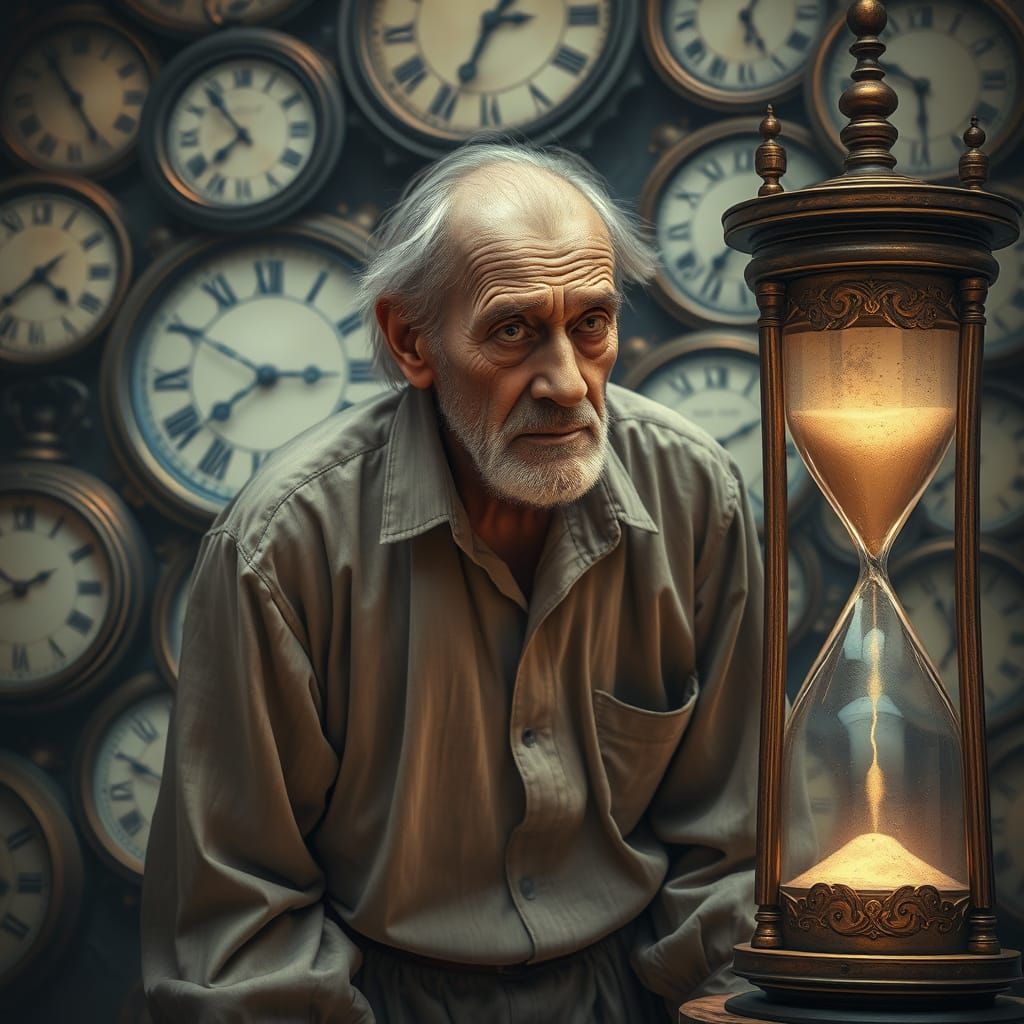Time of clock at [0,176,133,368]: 4:38
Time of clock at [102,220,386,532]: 2:50
